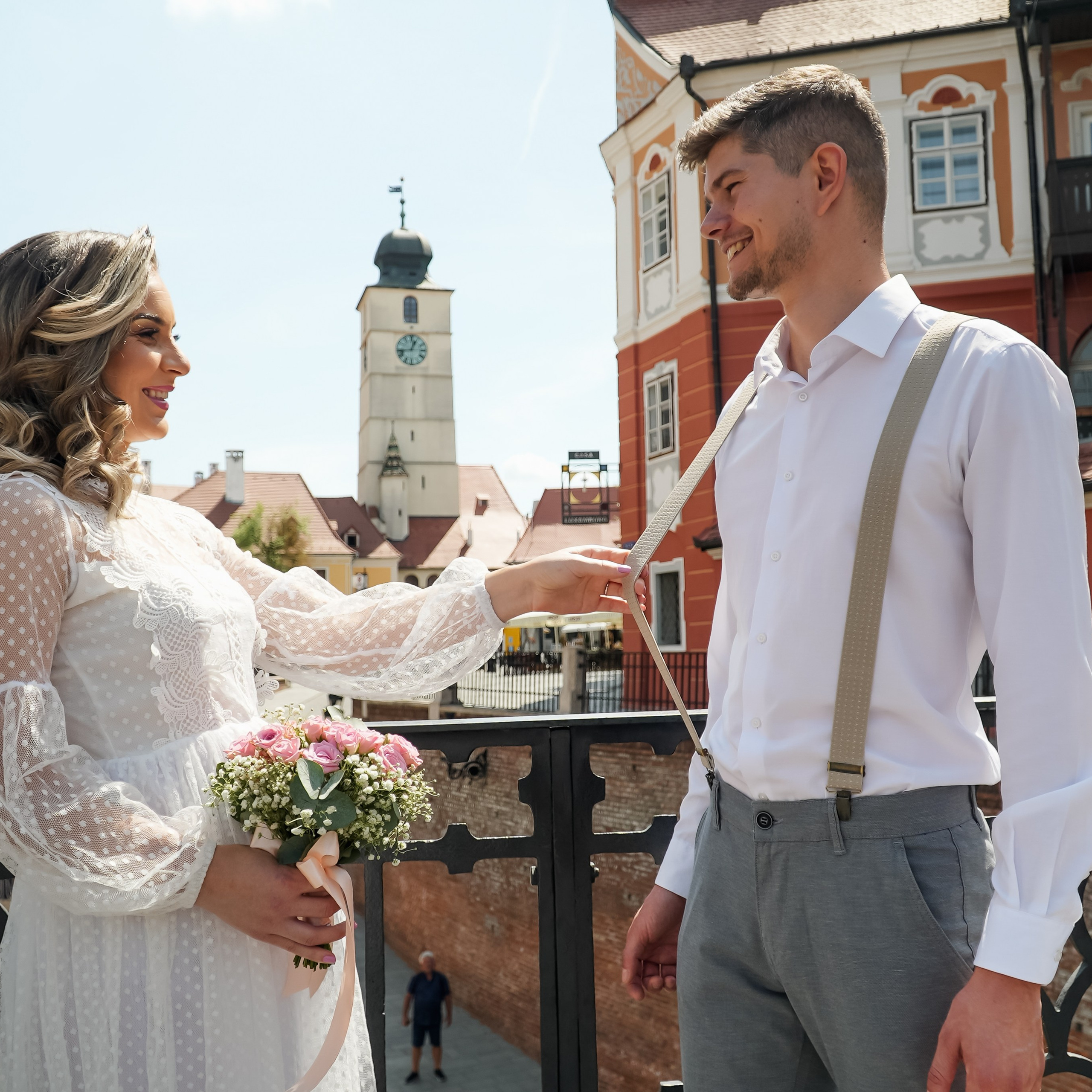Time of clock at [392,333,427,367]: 12:43
